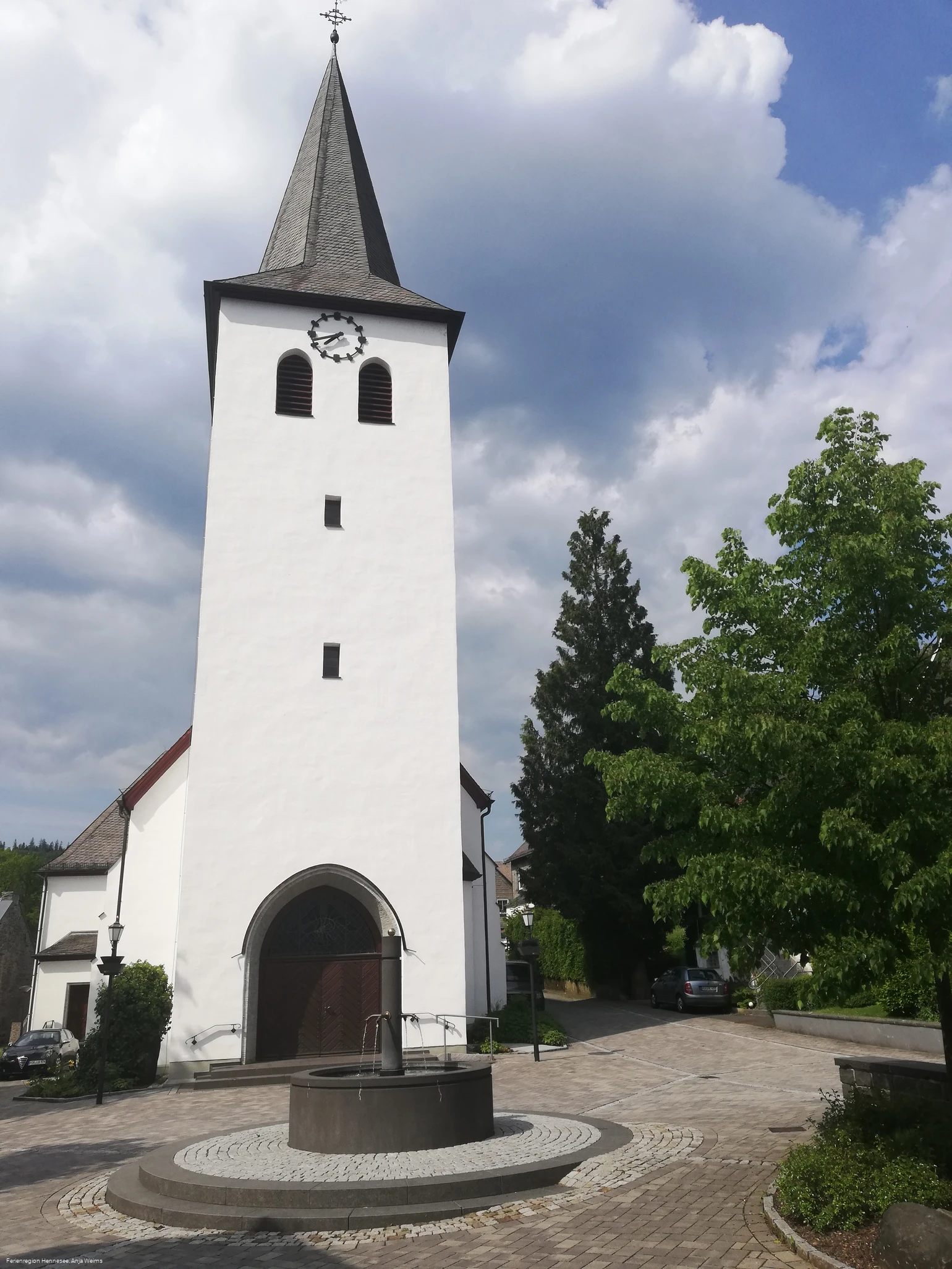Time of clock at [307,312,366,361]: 7:42
